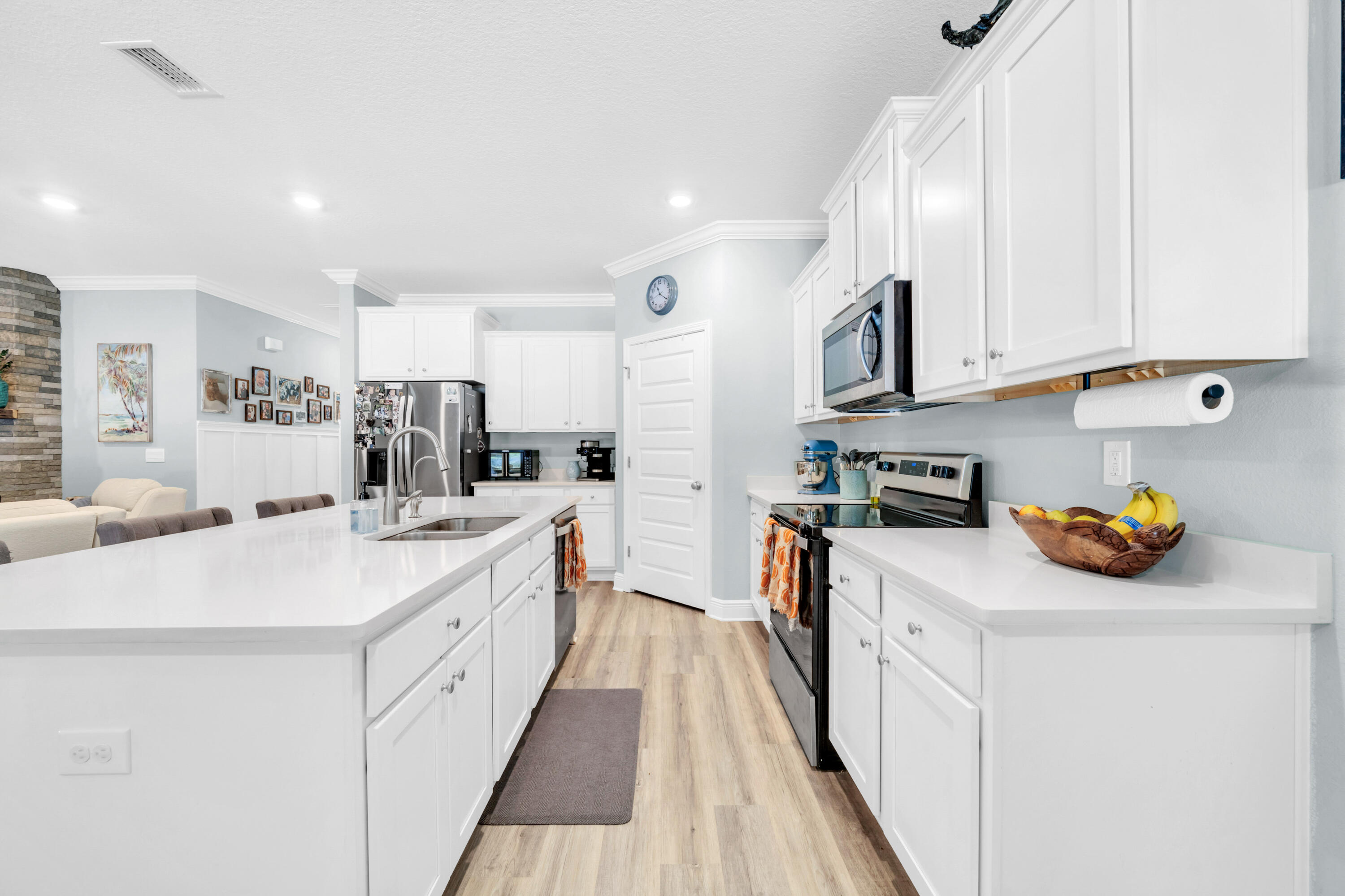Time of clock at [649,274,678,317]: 11:21
